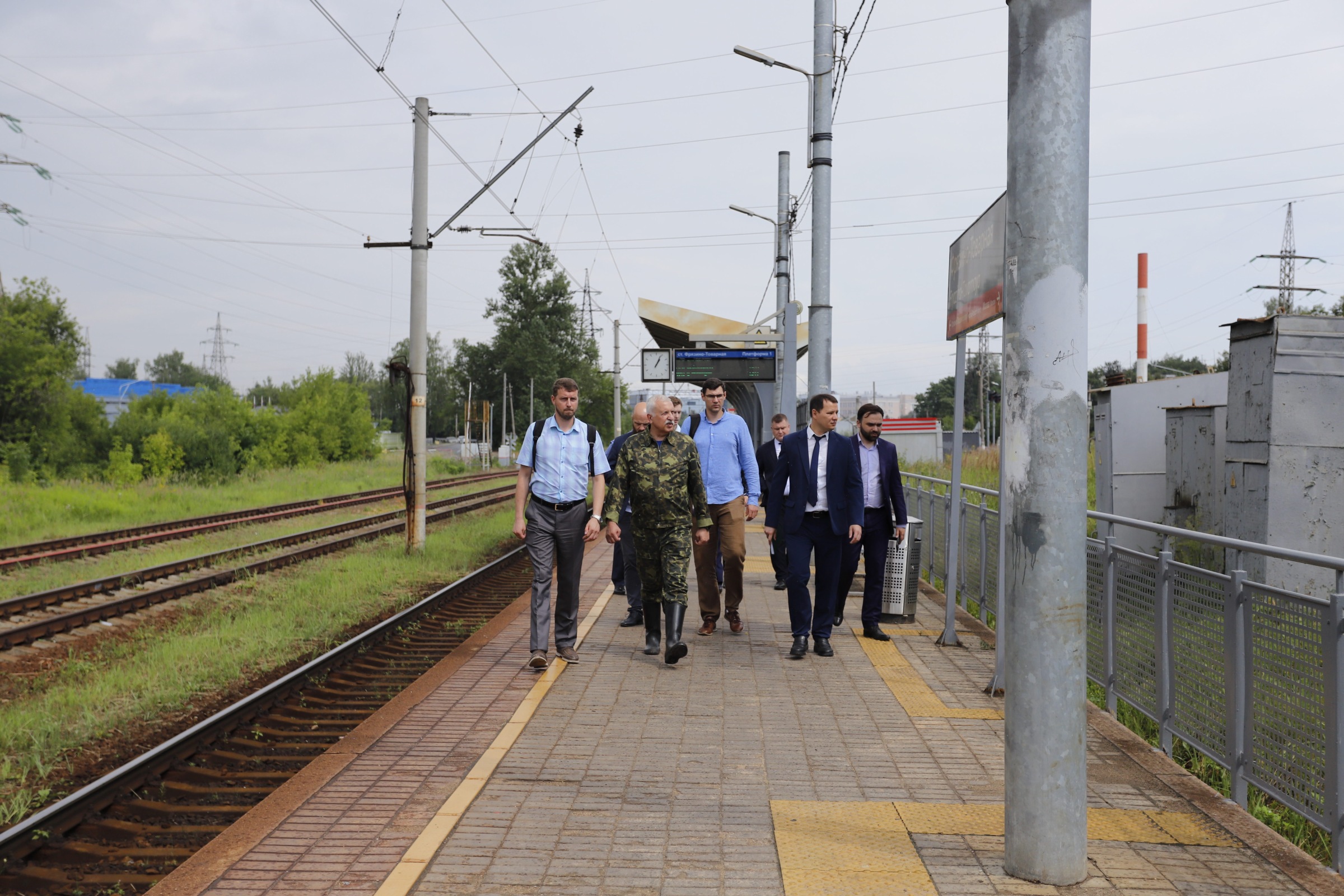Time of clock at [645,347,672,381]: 1:04
